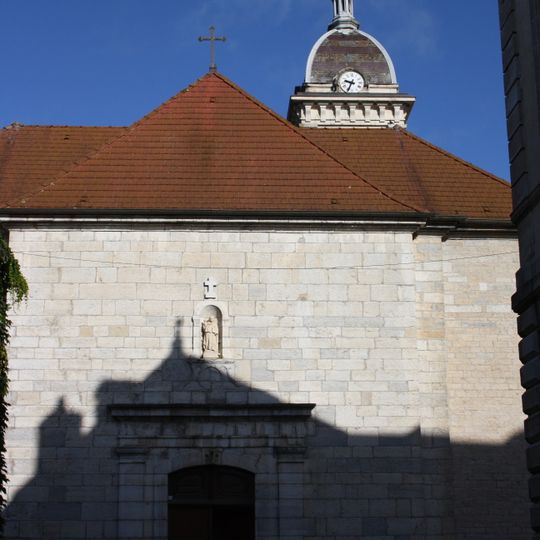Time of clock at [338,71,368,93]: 9:34
